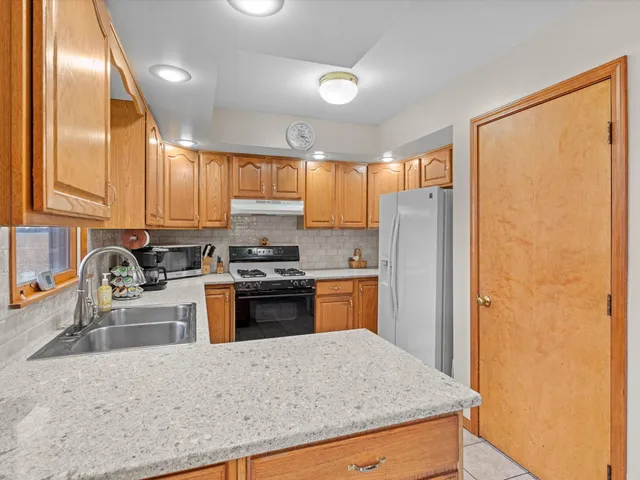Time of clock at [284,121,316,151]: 3:22
